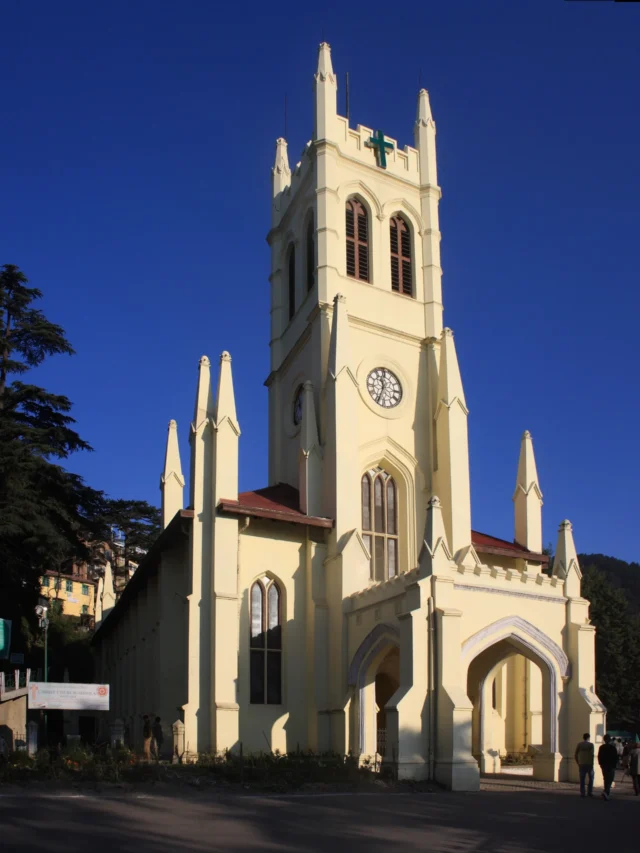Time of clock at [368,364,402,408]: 11:33
